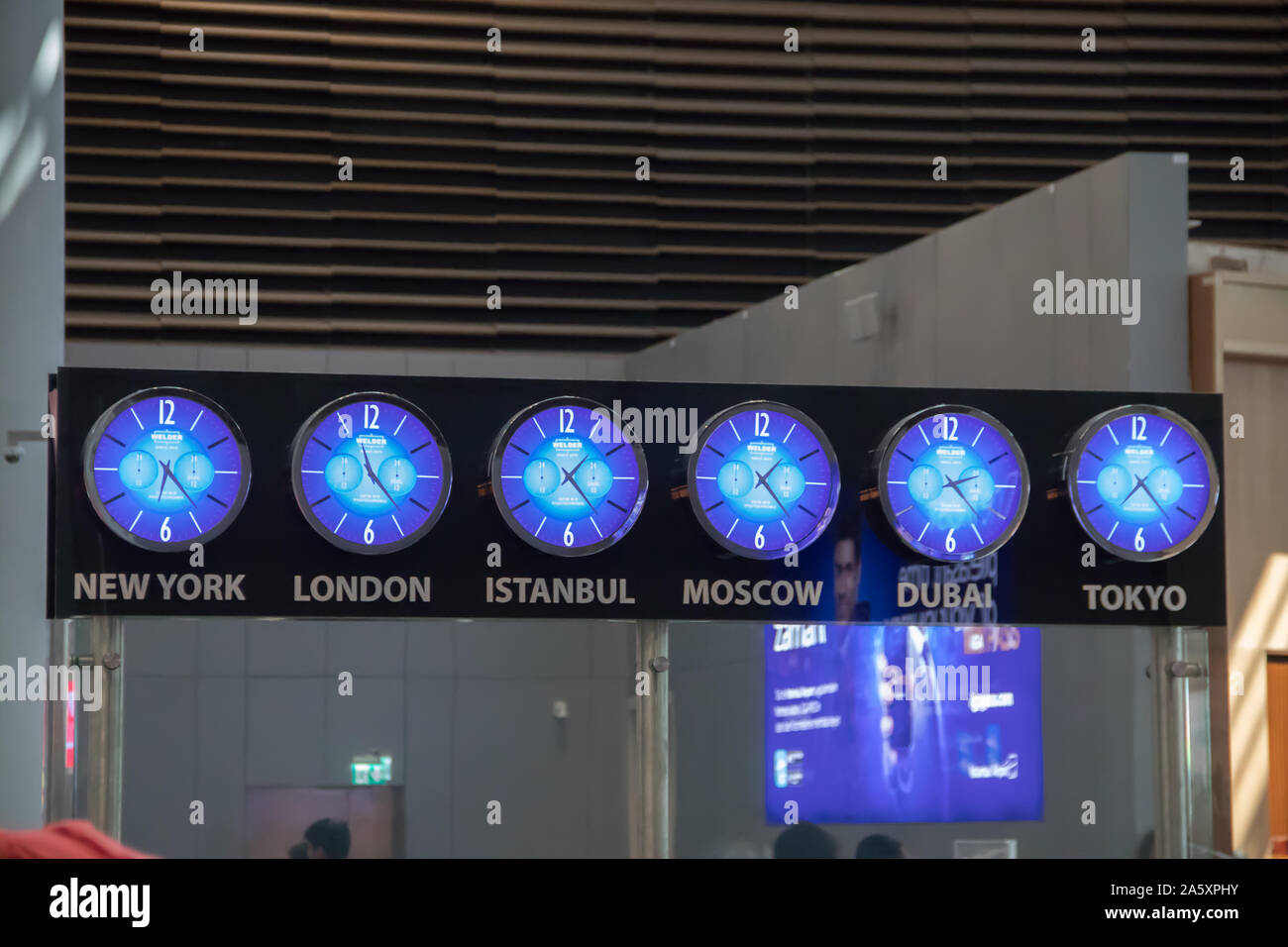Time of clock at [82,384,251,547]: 6:23
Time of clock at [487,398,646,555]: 1:23
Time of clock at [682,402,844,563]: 1:23
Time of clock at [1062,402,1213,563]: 7:23
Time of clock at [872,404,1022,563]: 2:23
